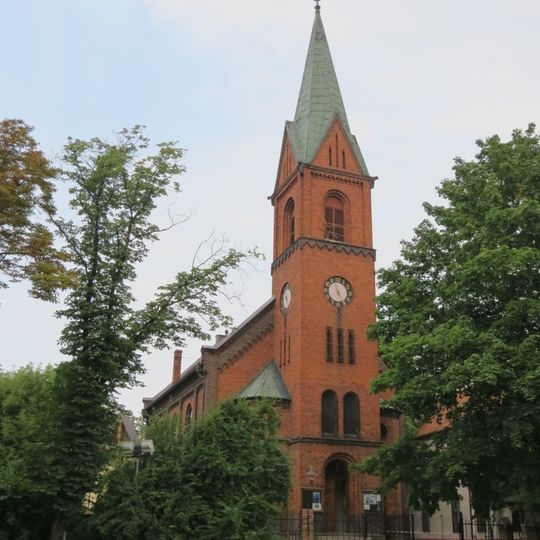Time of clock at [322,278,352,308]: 4:57
